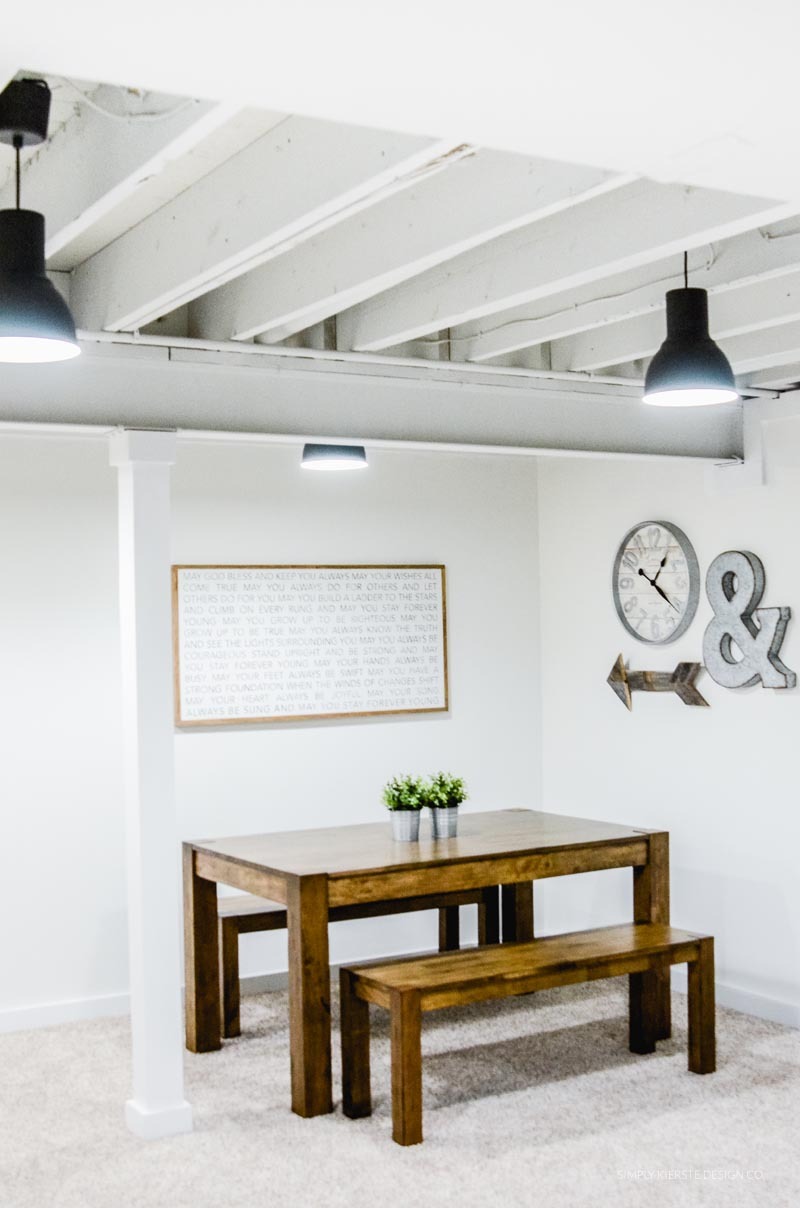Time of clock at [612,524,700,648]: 1:21
